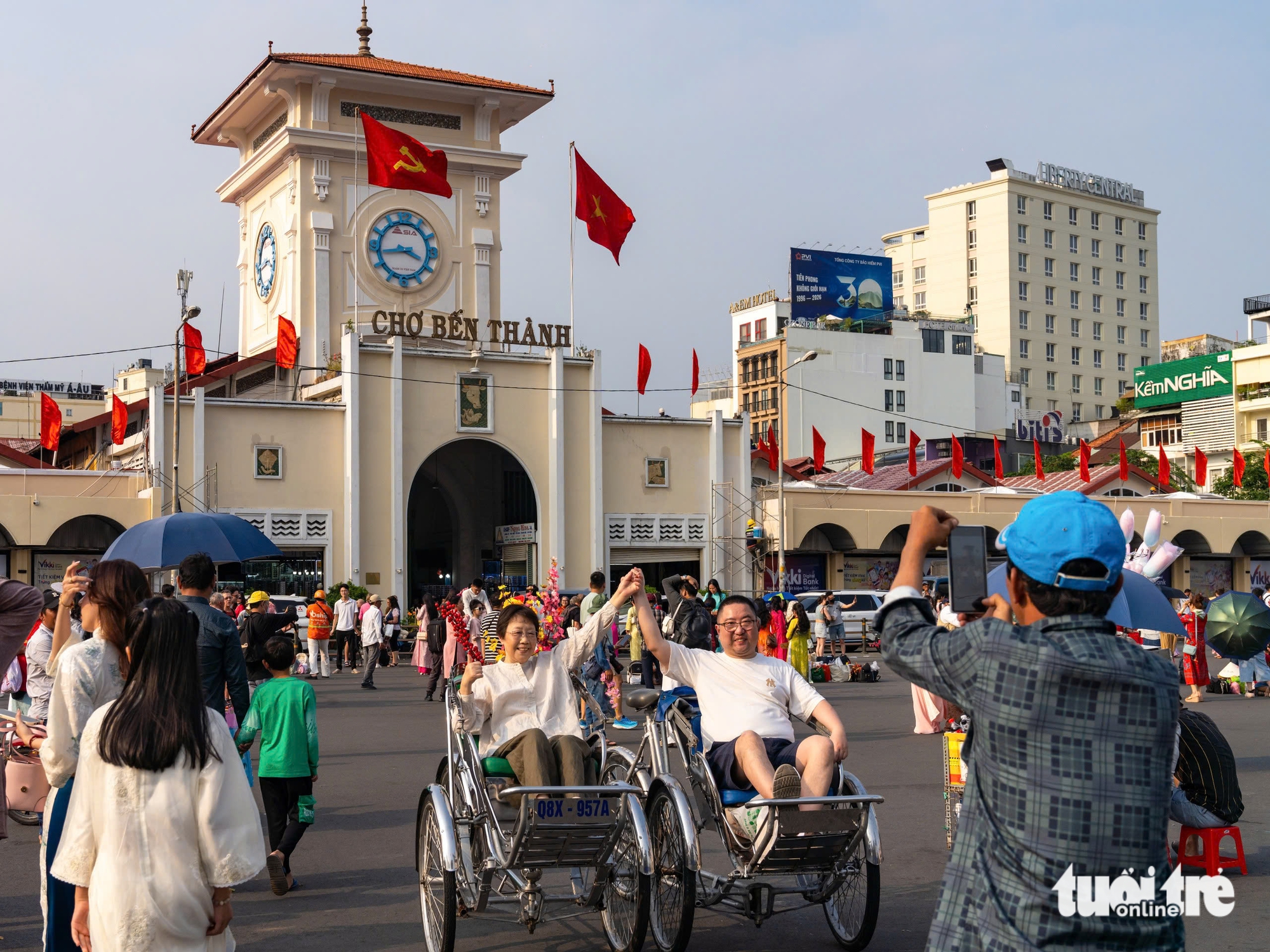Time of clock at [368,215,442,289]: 3:43
